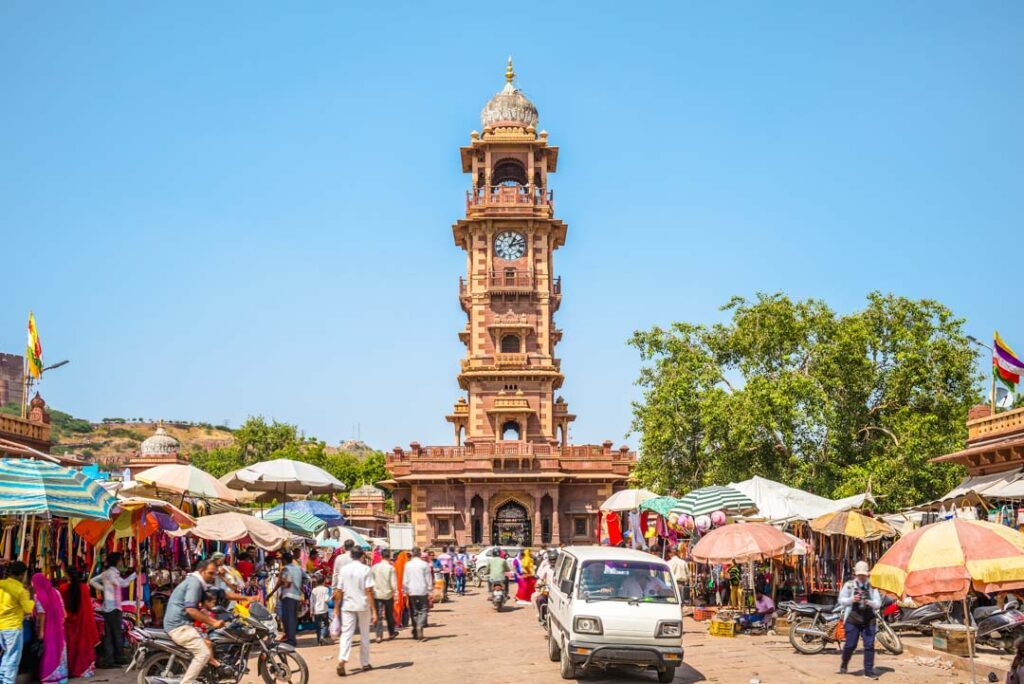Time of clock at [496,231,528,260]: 1:12
